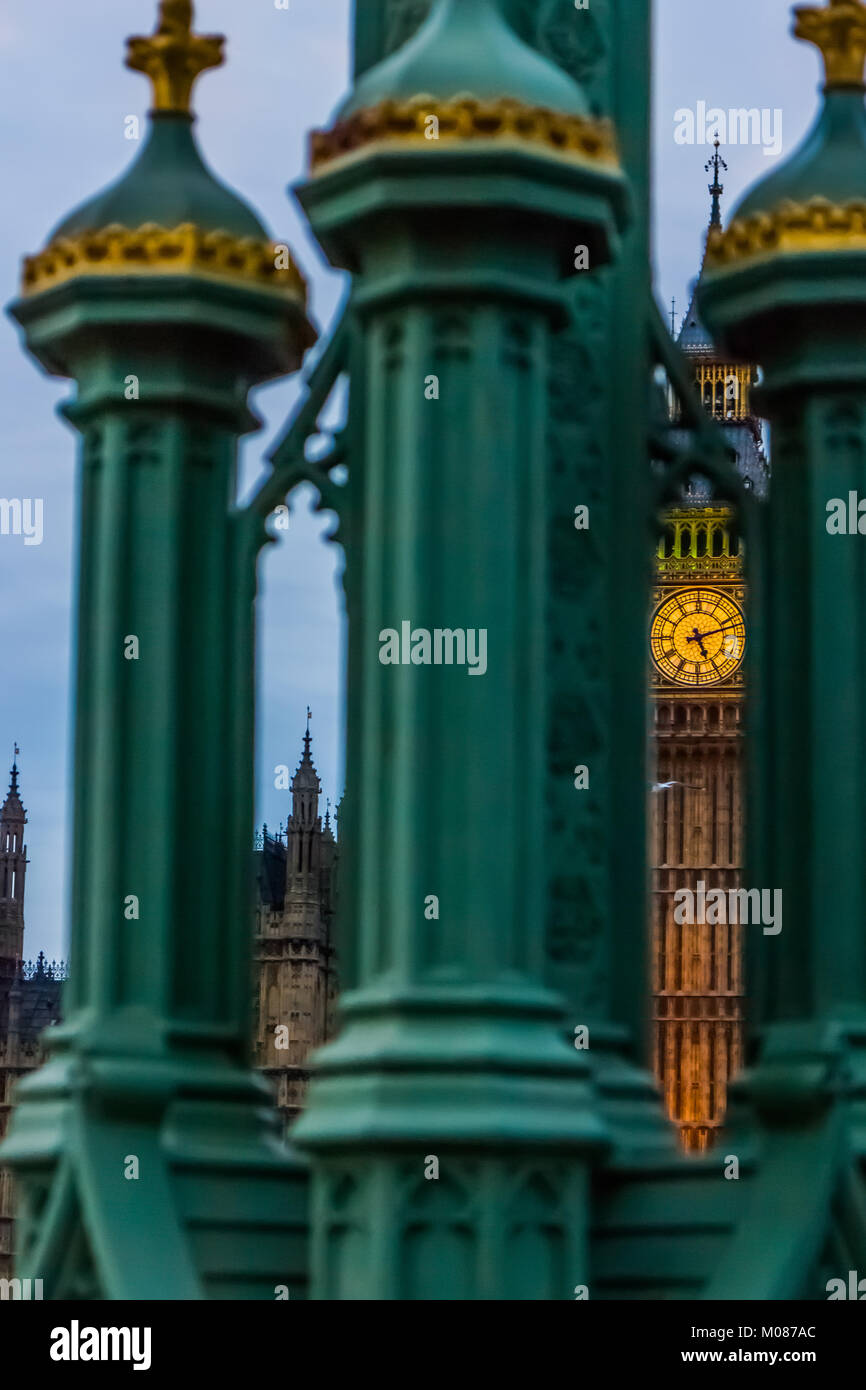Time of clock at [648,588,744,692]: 5:12
